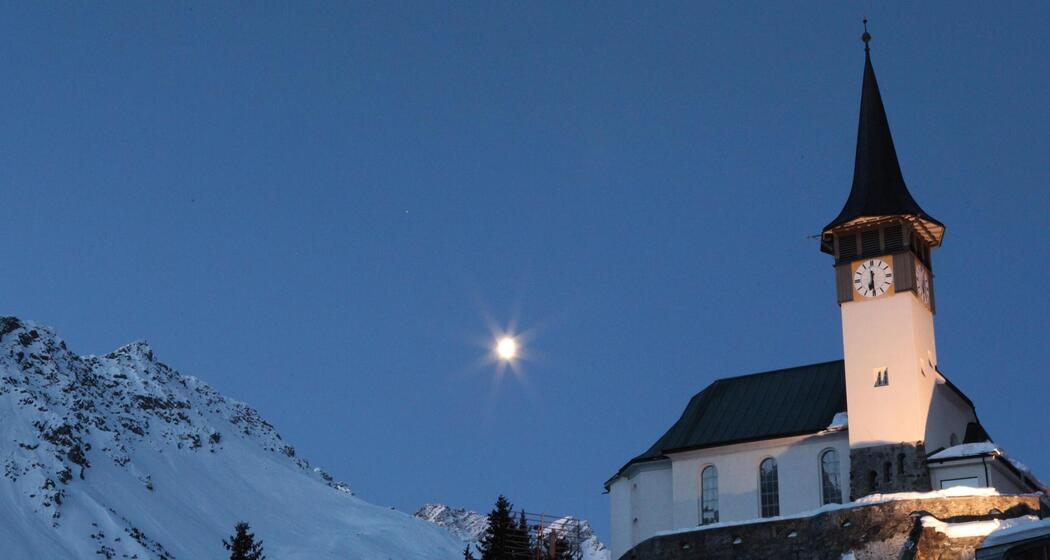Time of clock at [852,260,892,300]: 6:29
